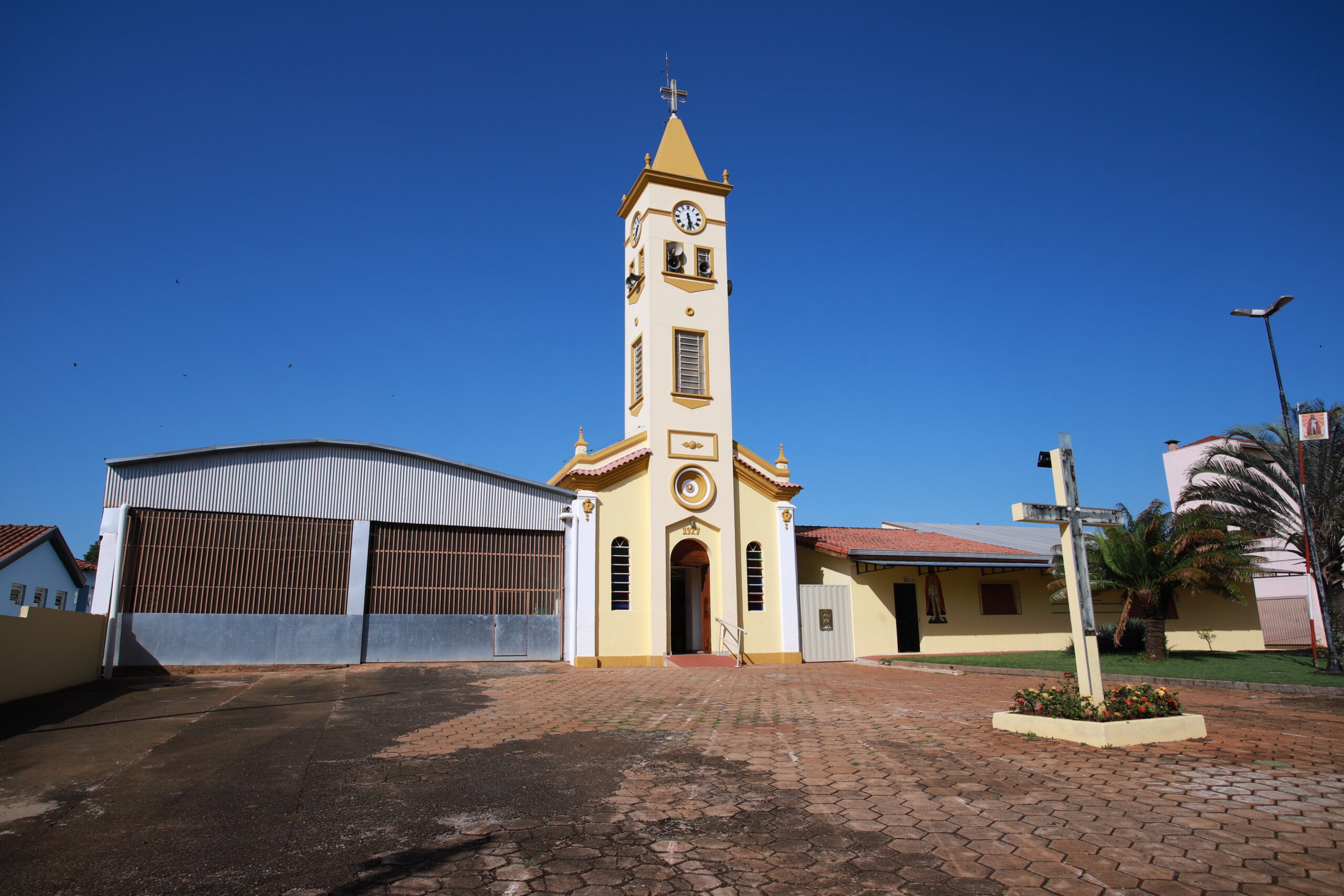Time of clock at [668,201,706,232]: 5:28
